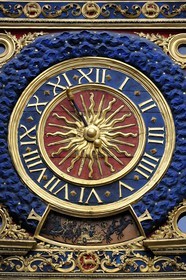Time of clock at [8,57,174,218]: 8:54
